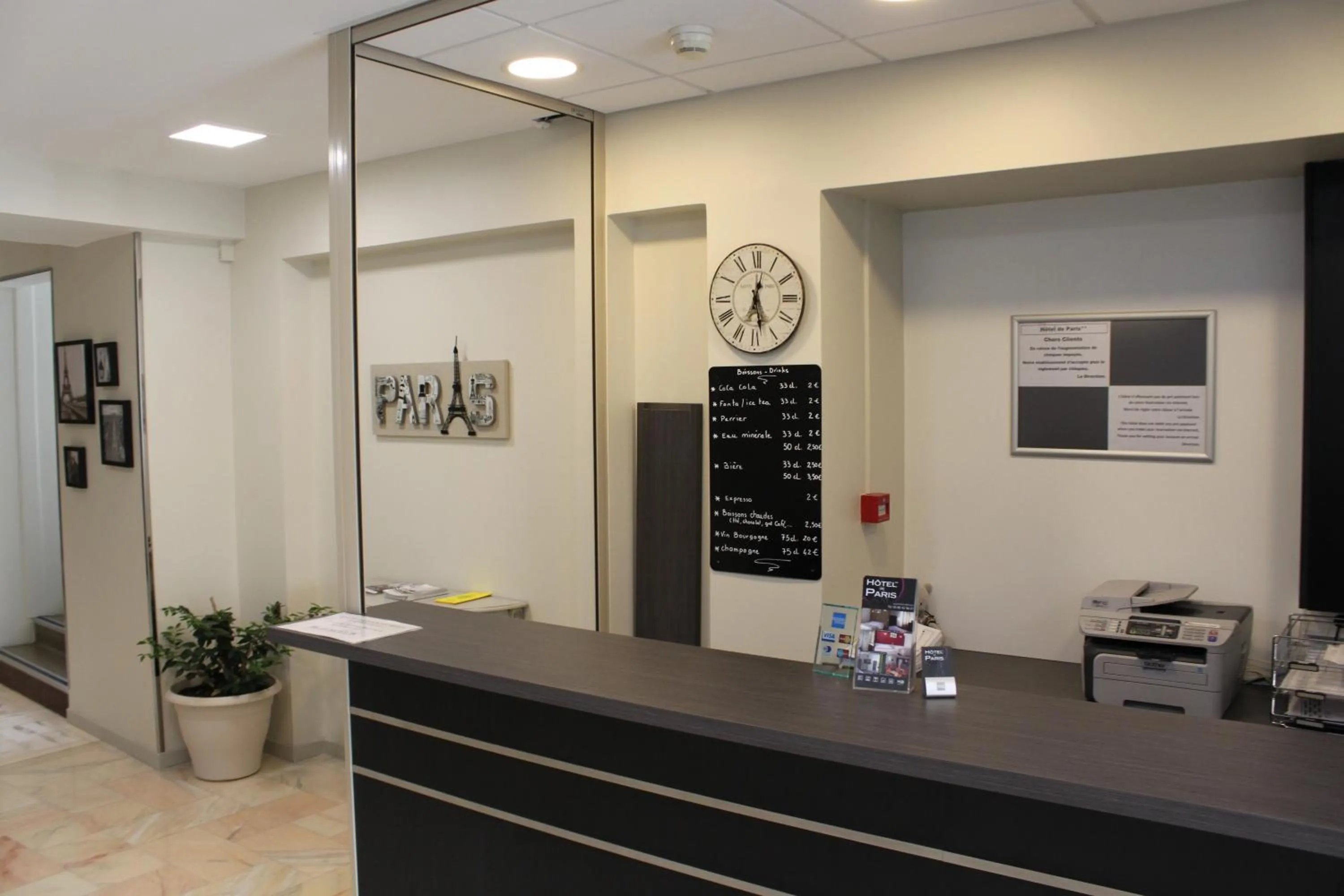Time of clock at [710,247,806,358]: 12:28
